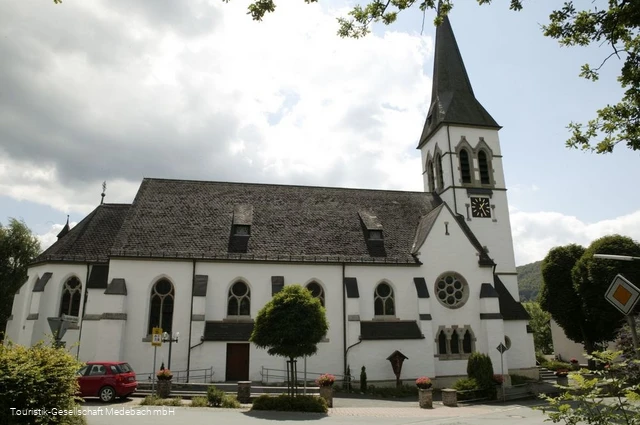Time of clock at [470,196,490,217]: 1:26
